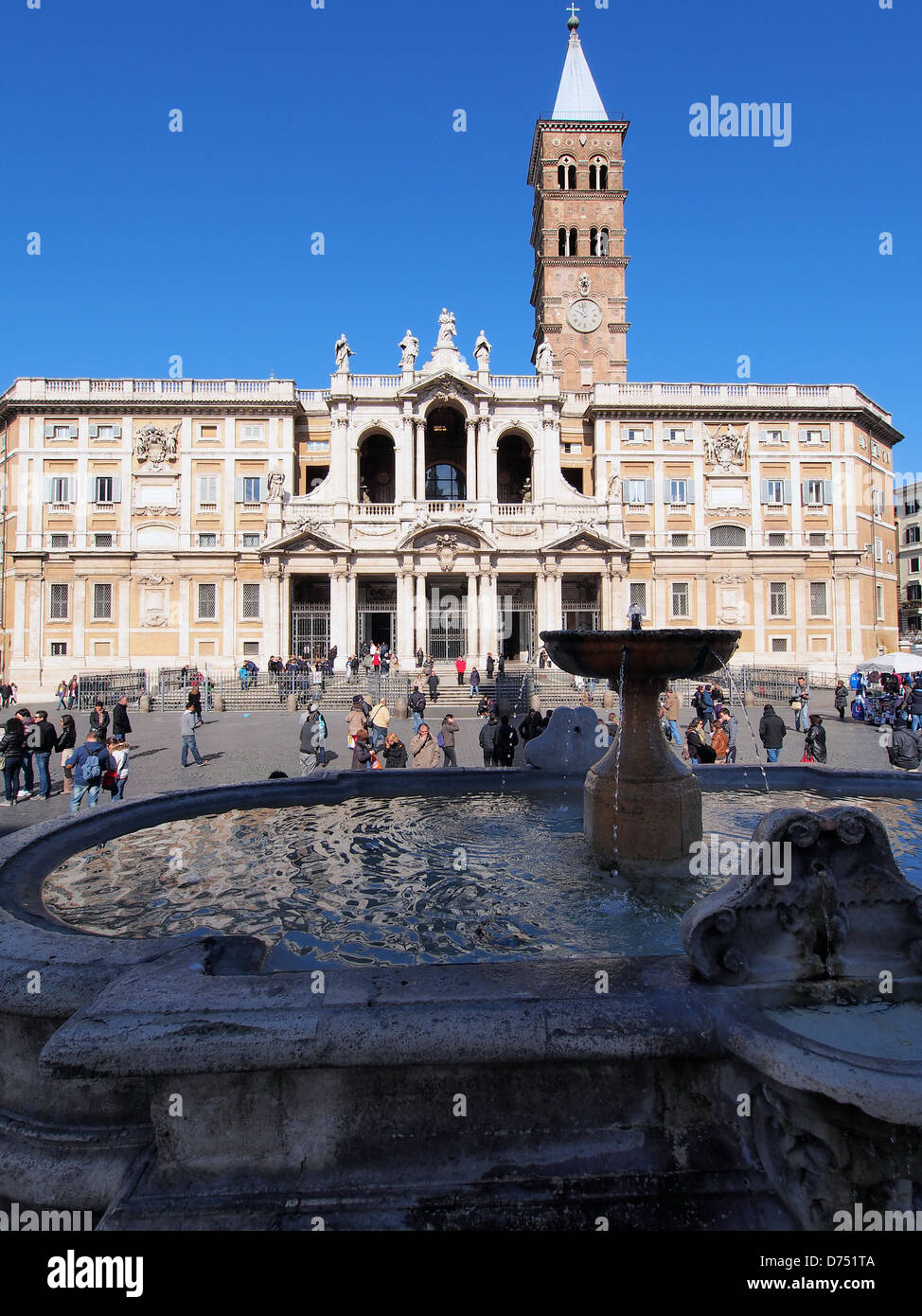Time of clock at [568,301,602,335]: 9:57
